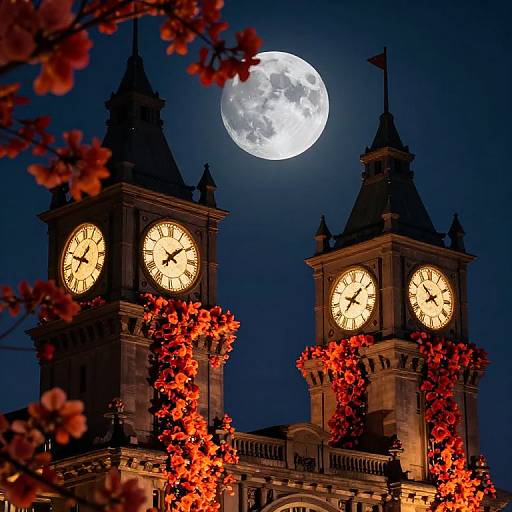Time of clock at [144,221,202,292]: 7:08
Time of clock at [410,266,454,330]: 7:52
